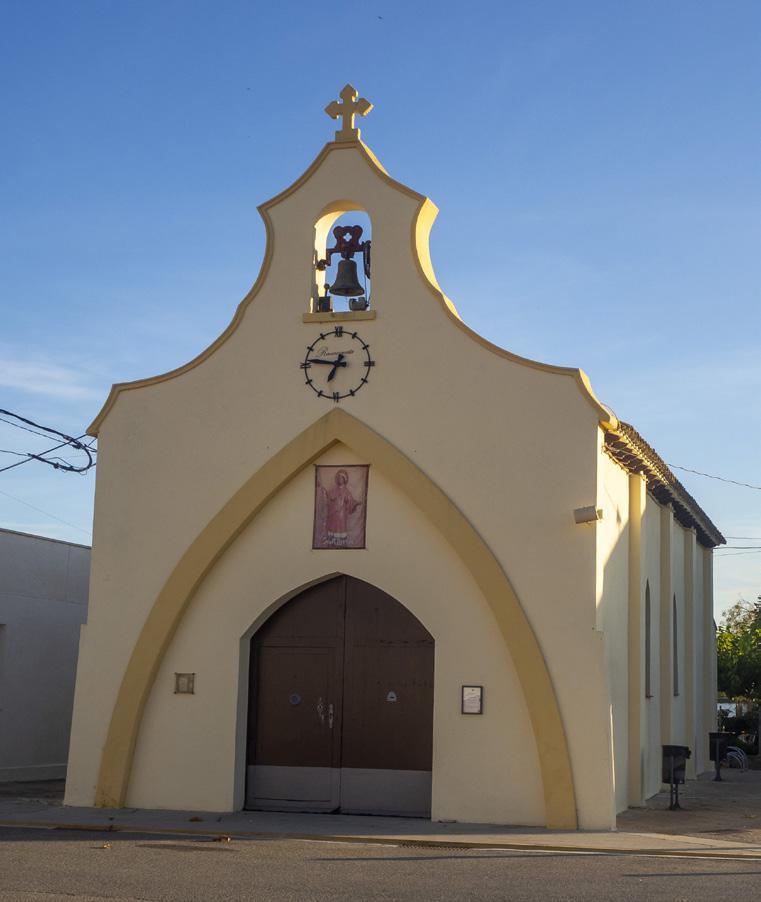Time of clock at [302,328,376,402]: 6:46
